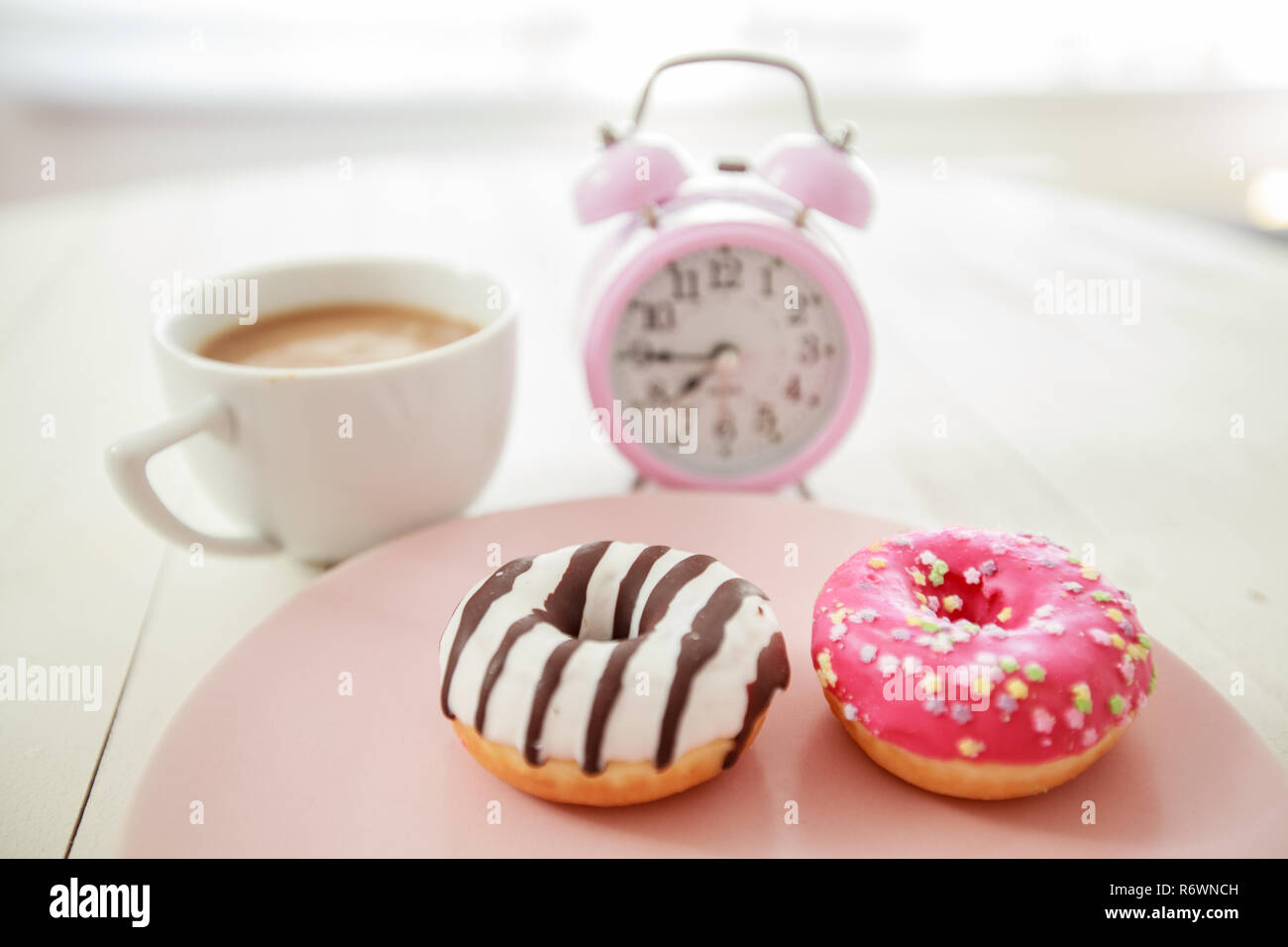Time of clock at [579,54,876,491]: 7:45
